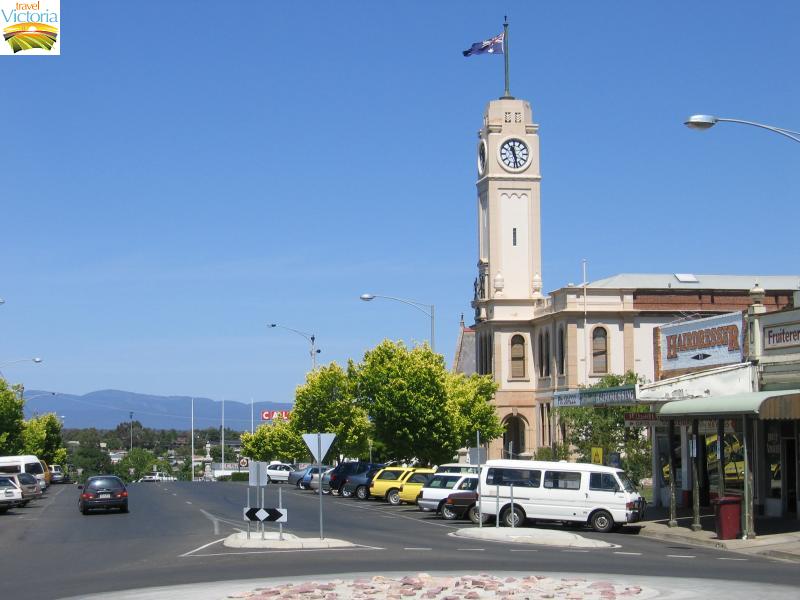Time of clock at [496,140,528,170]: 11:28
